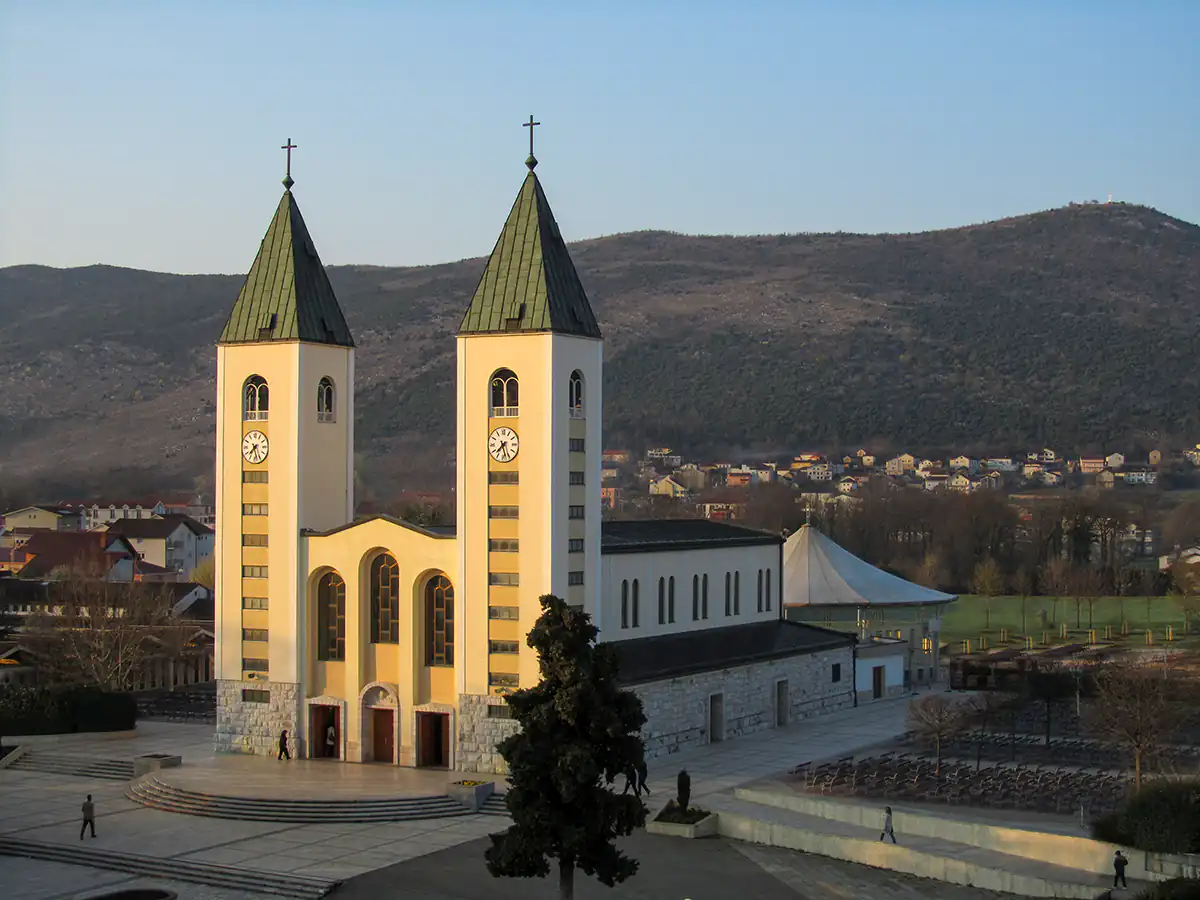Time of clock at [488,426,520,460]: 7:27
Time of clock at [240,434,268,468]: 7:27
